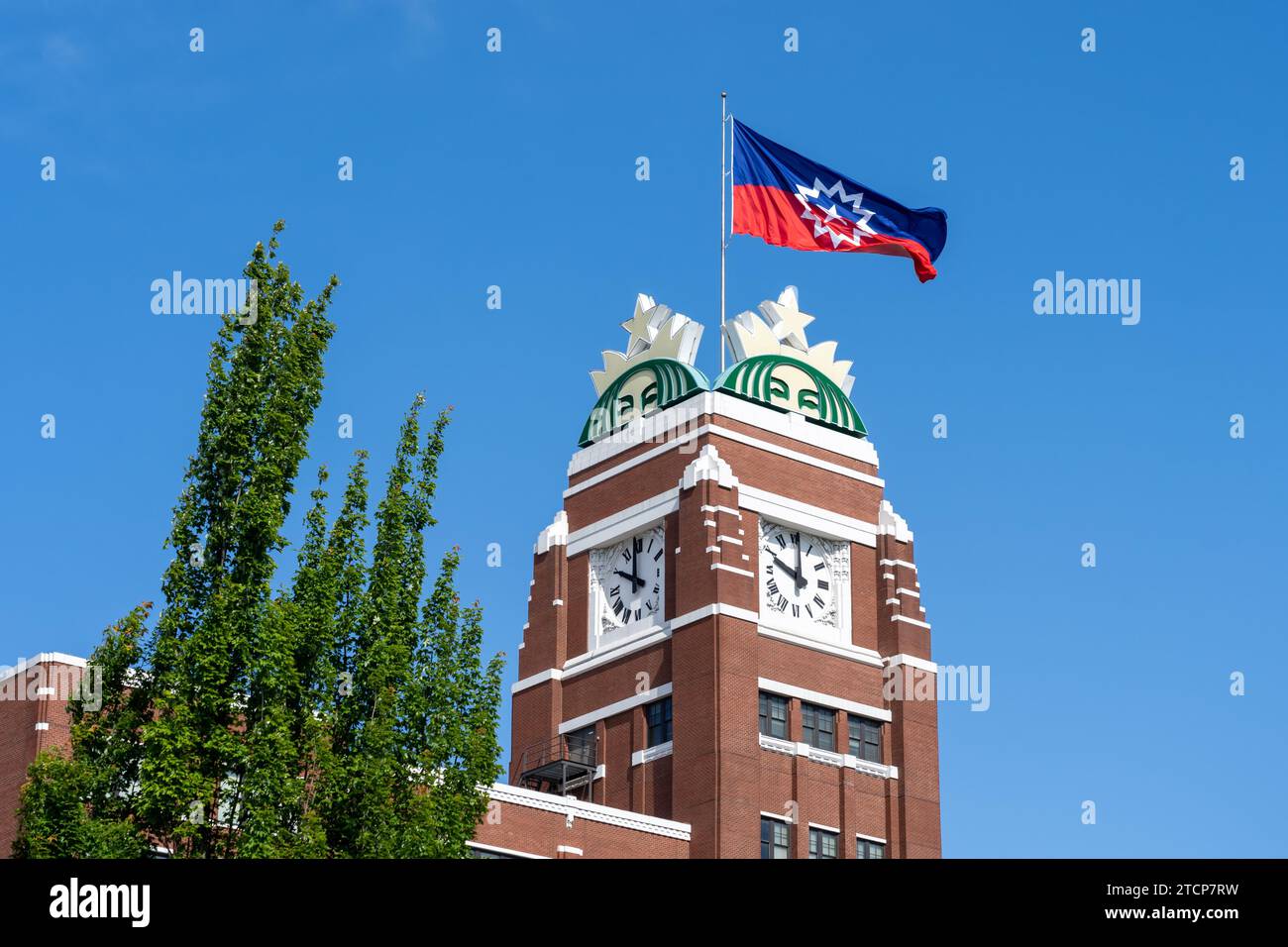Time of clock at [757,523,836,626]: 10:00
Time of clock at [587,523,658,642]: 10:00
